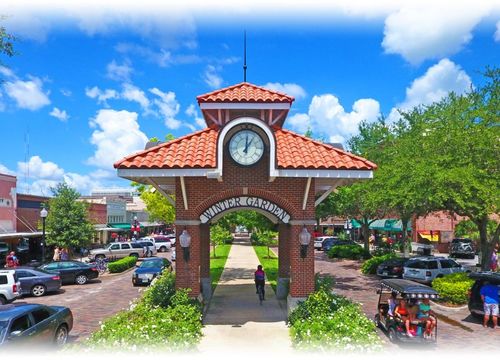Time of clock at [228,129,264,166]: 12:05
